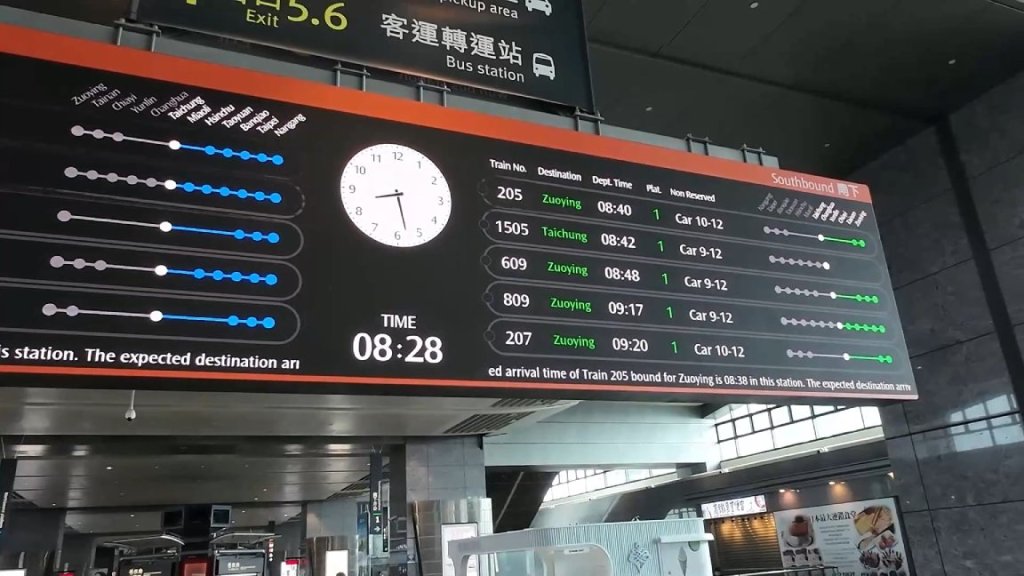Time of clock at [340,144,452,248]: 8:27
